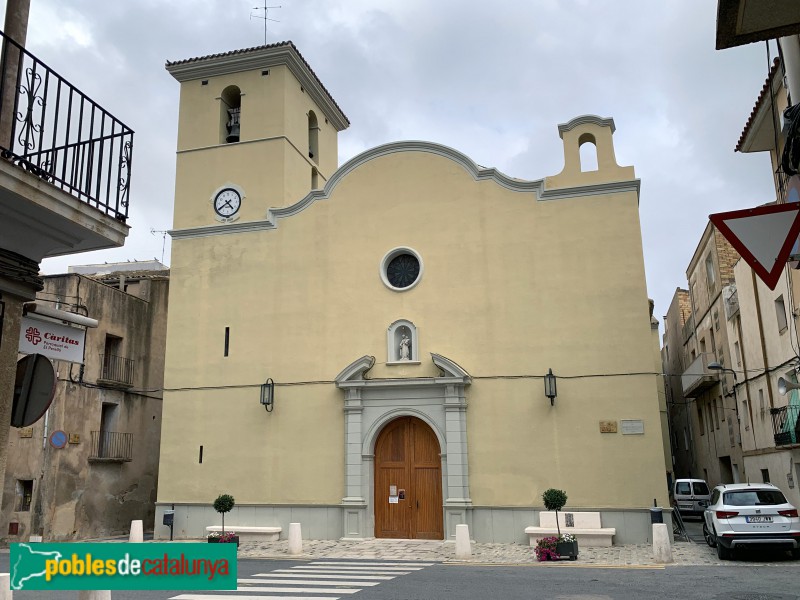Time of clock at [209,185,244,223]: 4:39
